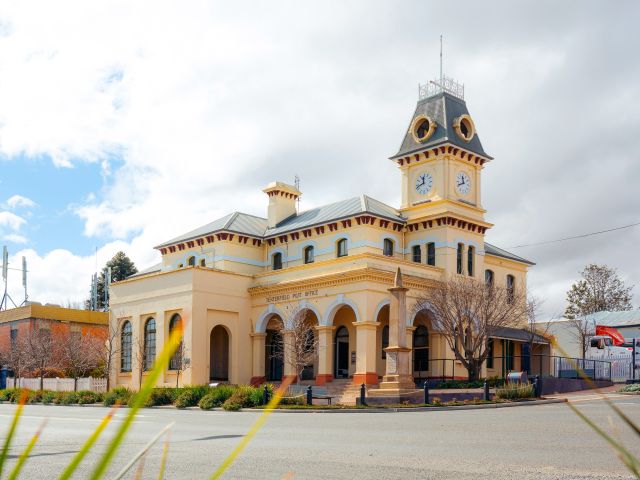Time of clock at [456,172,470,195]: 11:41
